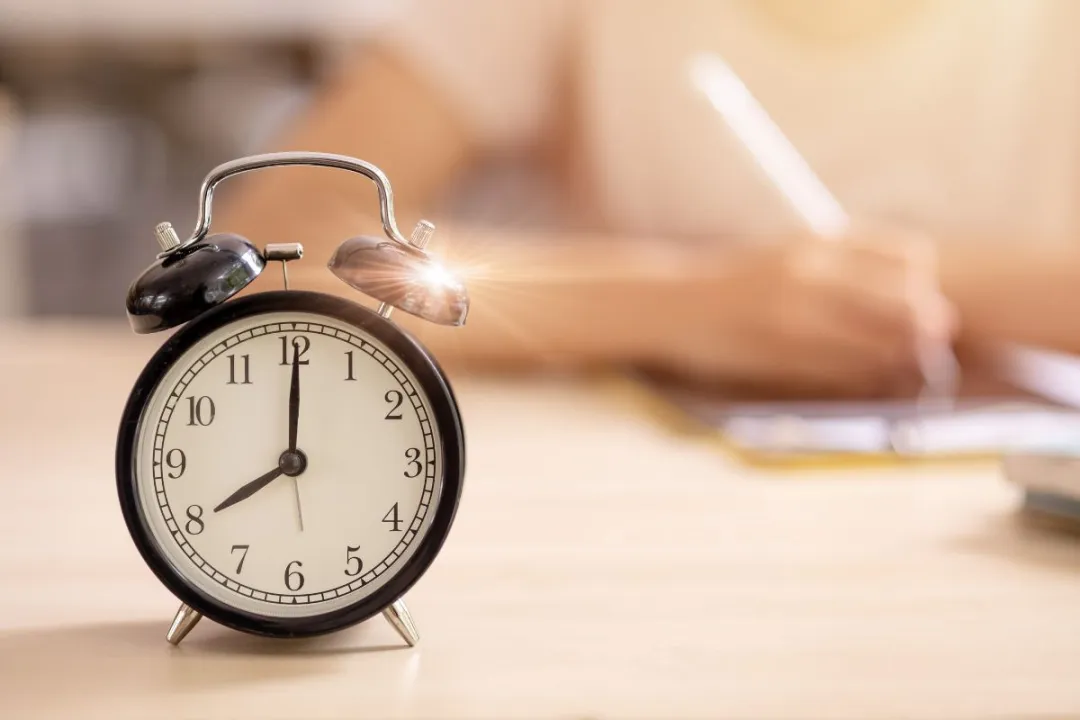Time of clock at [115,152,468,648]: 8:00
